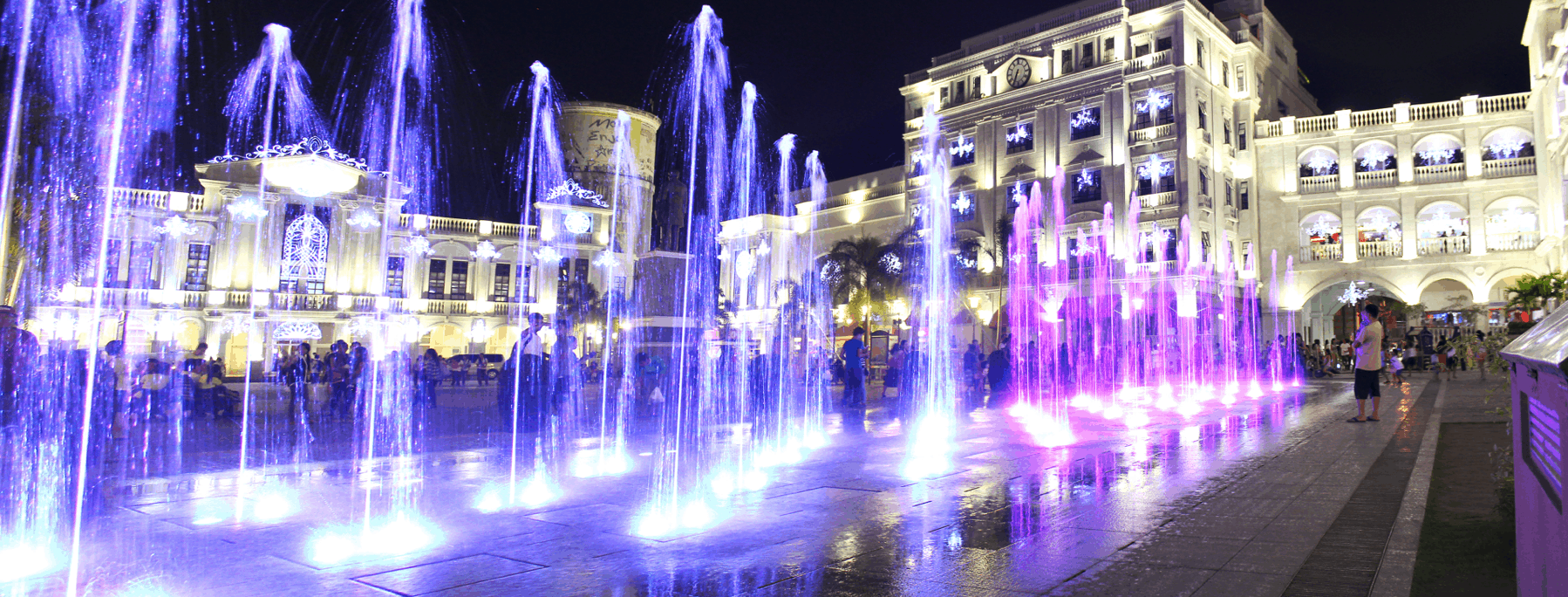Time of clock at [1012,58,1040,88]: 6:34
